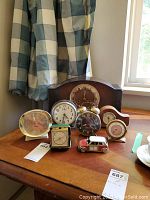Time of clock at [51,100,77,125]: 4:31
